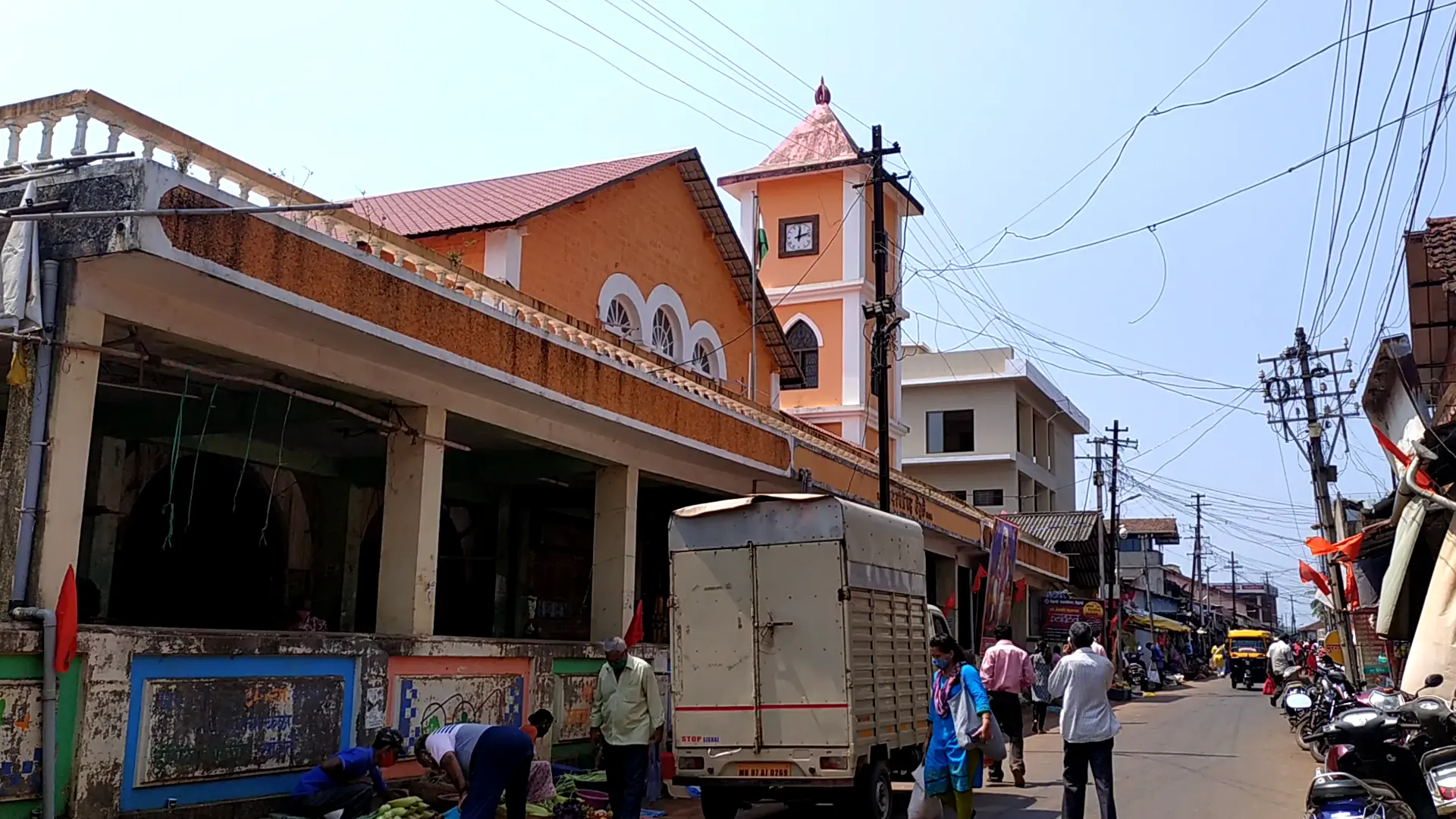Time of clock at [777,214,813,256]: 12:12
